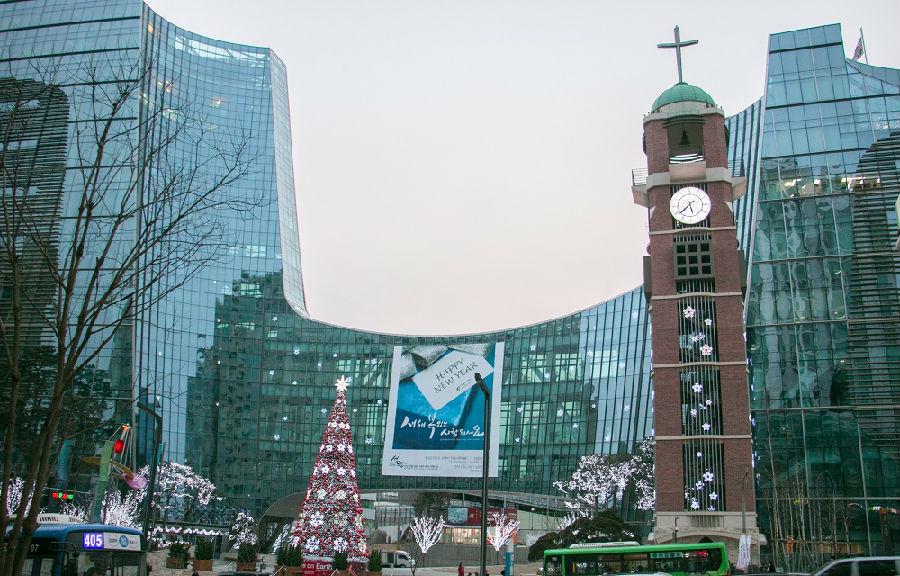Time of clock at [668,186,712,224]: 5:38
